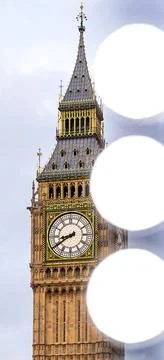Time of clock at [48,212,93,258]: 8:39
